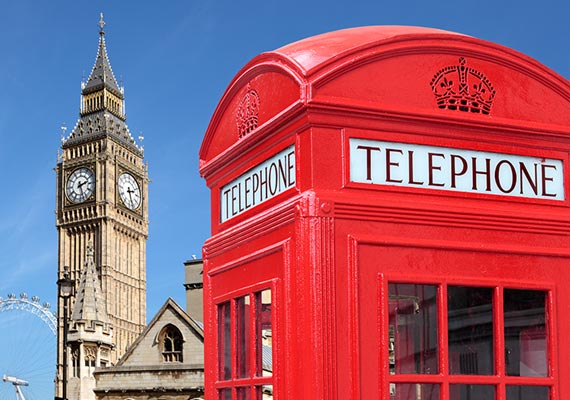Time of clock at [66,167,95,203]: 2:27
